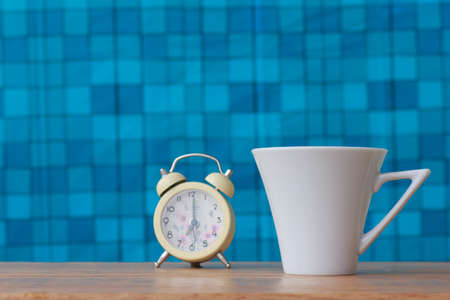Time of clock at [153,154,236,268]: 7:00
